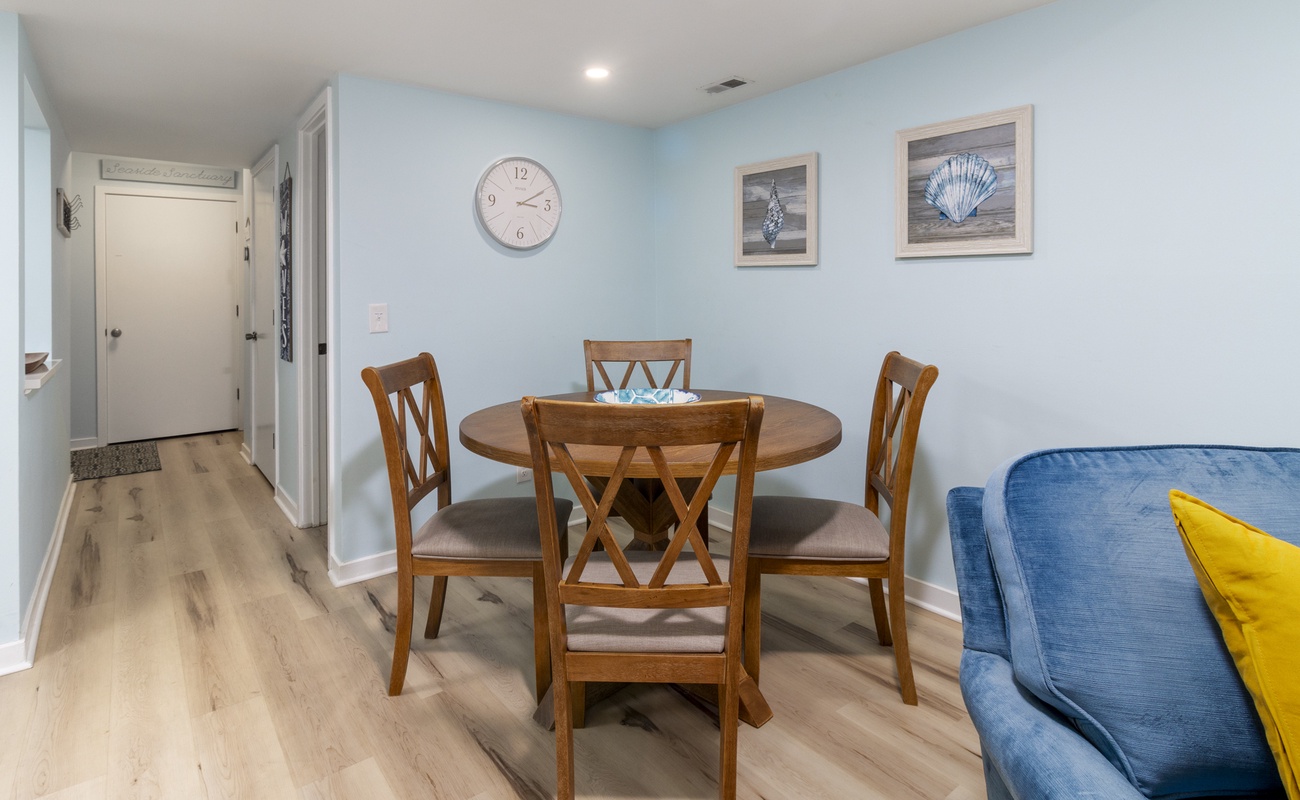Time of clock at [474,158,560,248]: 3:10
